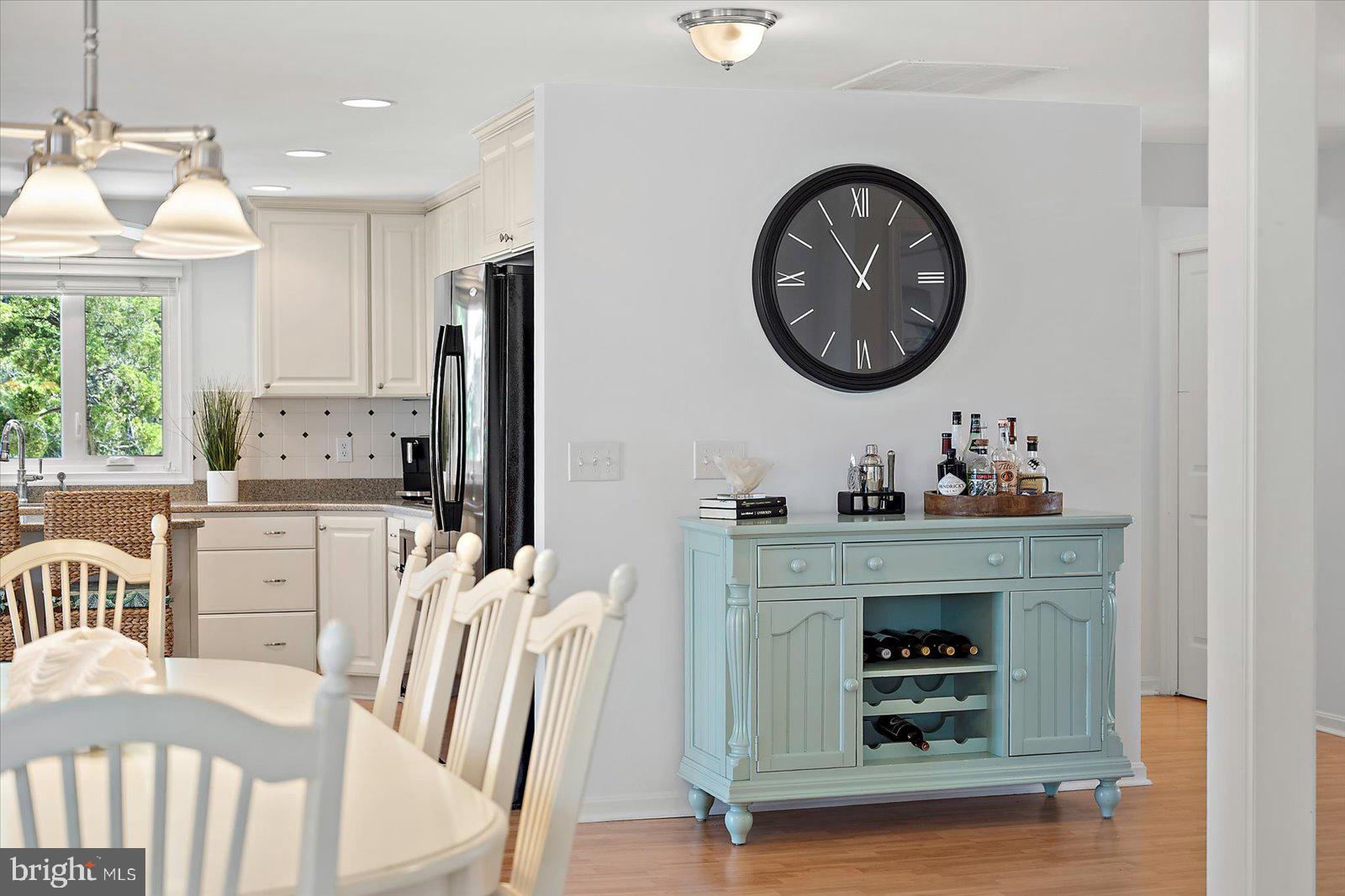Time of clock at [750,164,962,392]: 12:54
